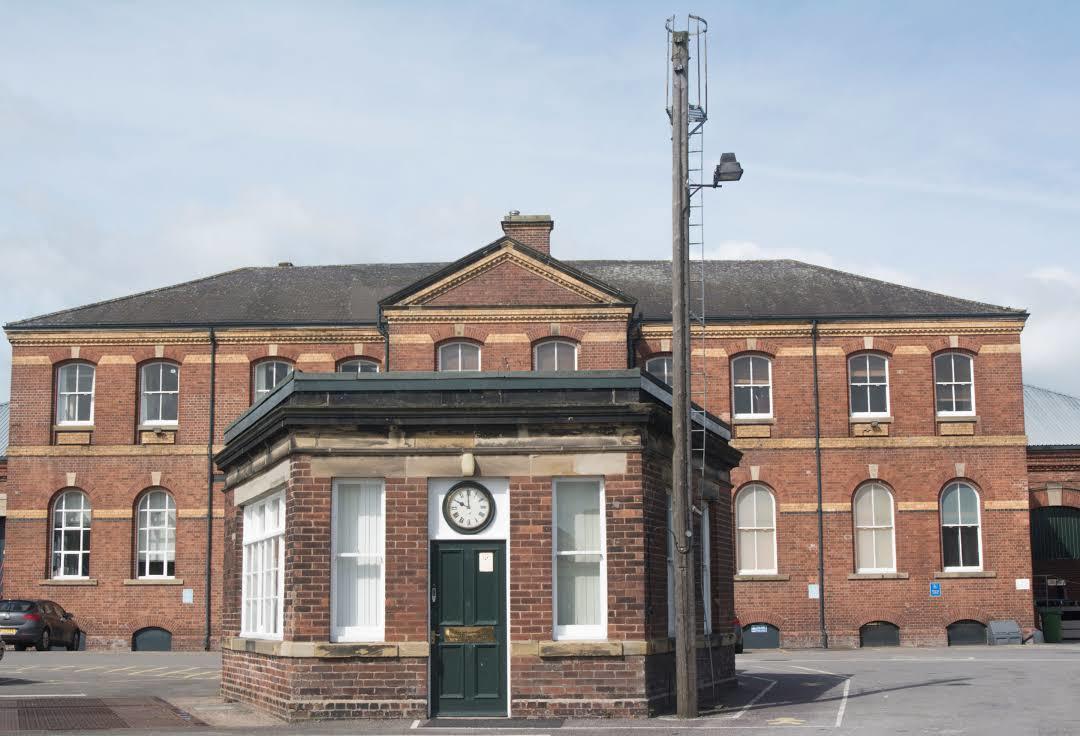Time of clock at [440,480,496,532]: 10:00
